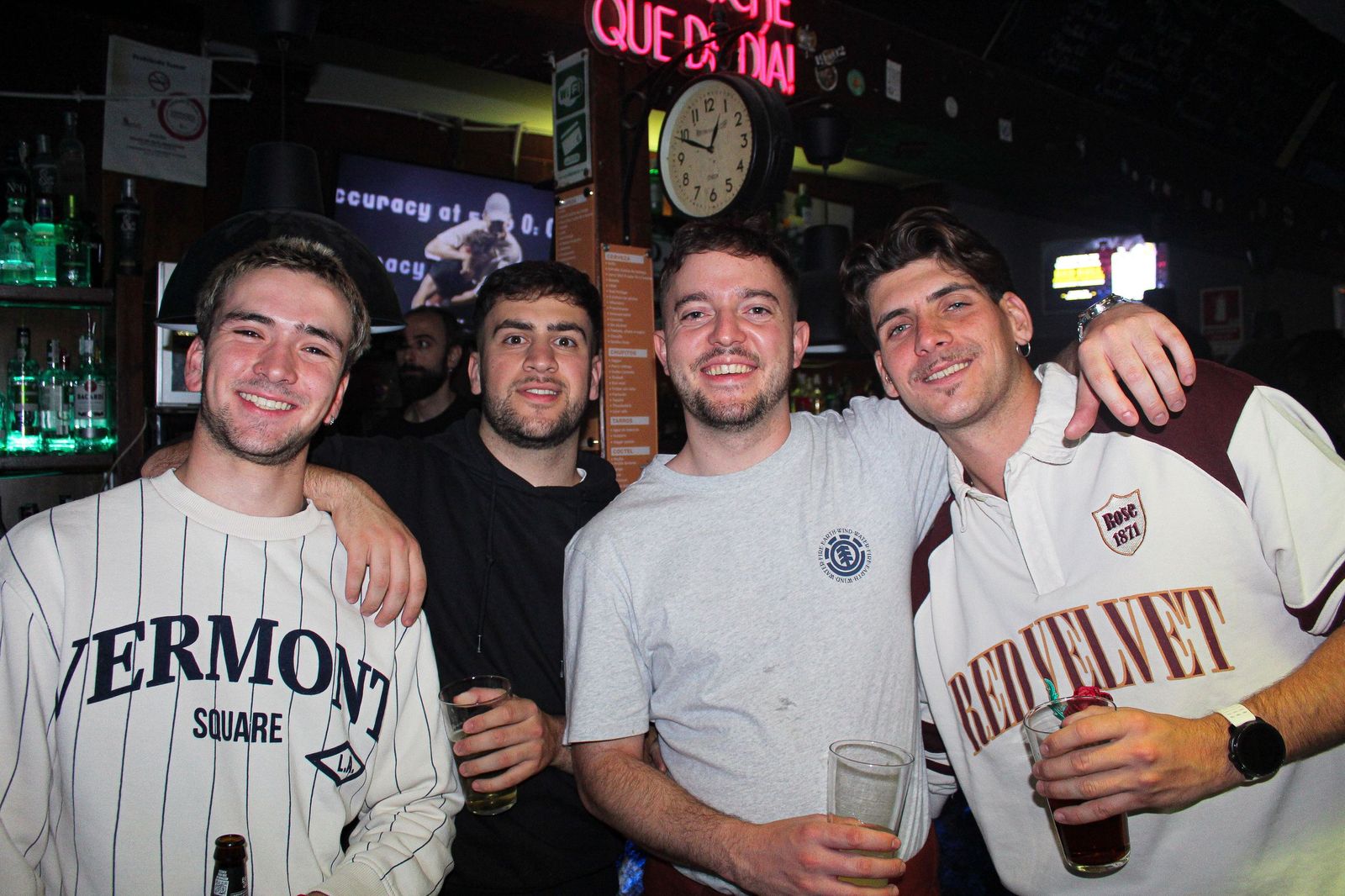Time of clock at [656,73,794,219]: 12:49
